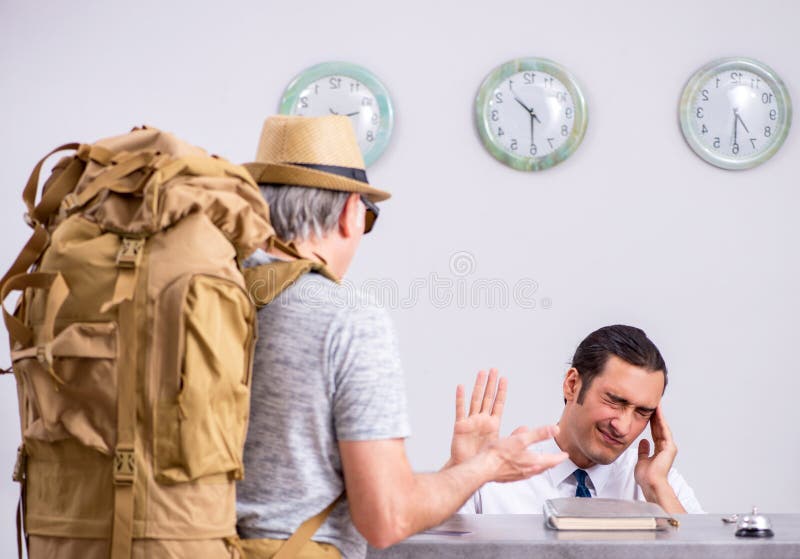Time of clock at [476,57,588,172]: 10:30
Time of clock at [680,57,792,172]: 4:30
